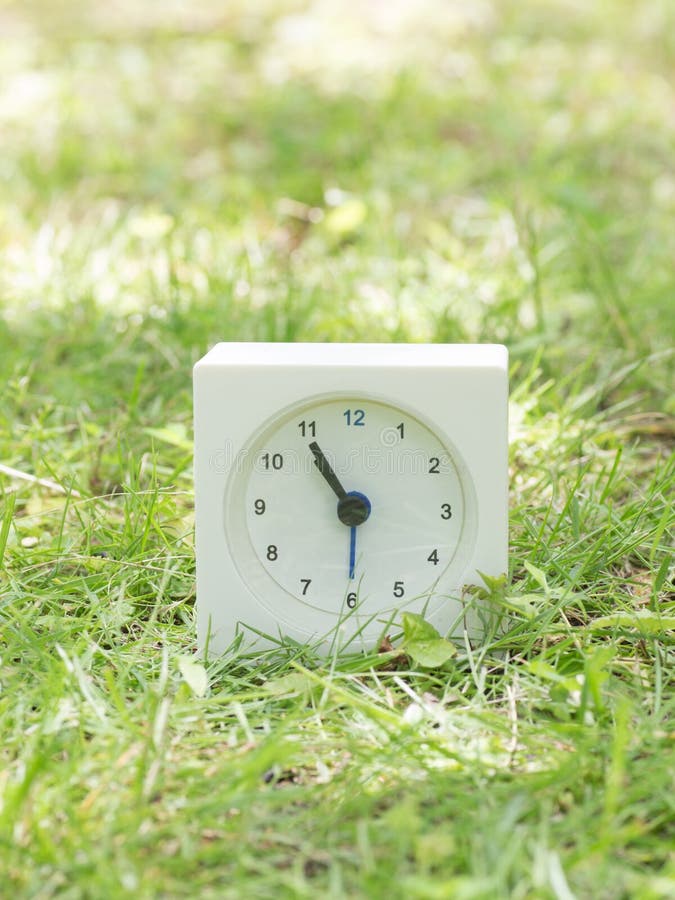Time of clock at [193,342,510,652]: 10:54
